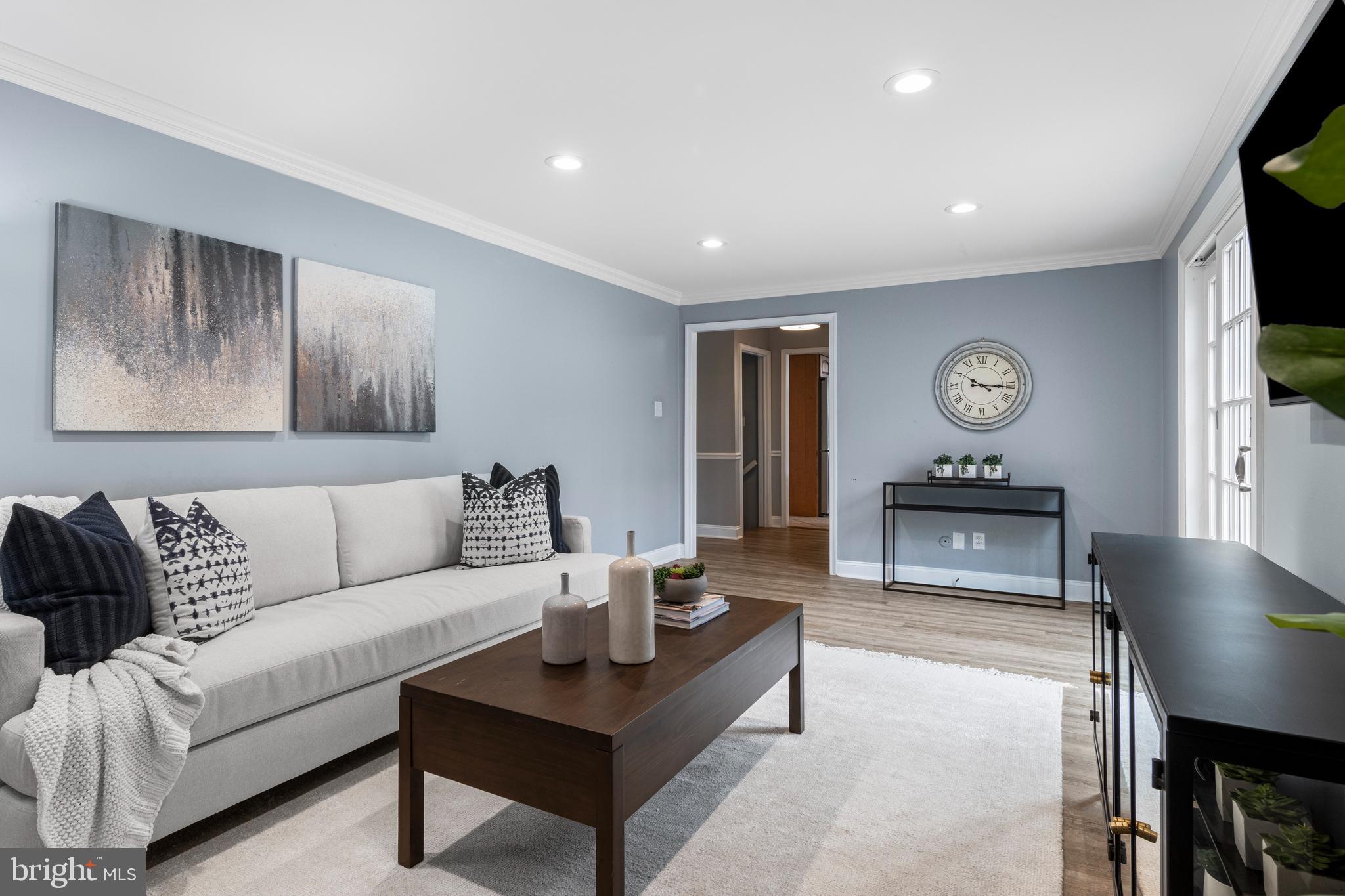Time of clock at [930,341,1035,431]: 10:15
